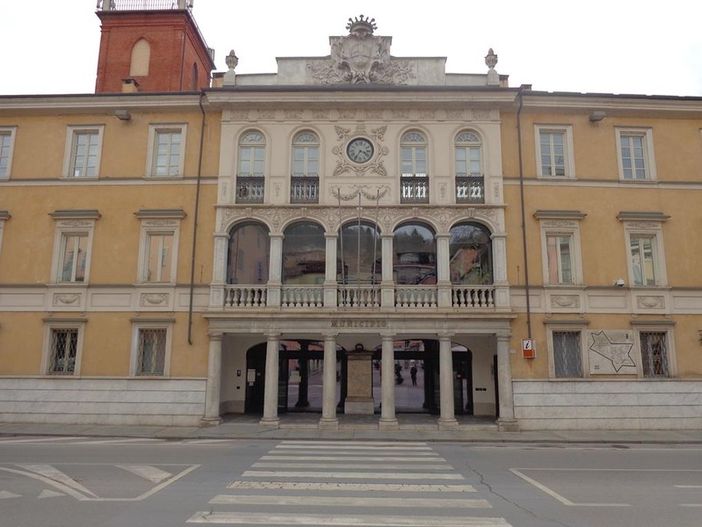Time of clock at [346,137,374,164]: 3:35
